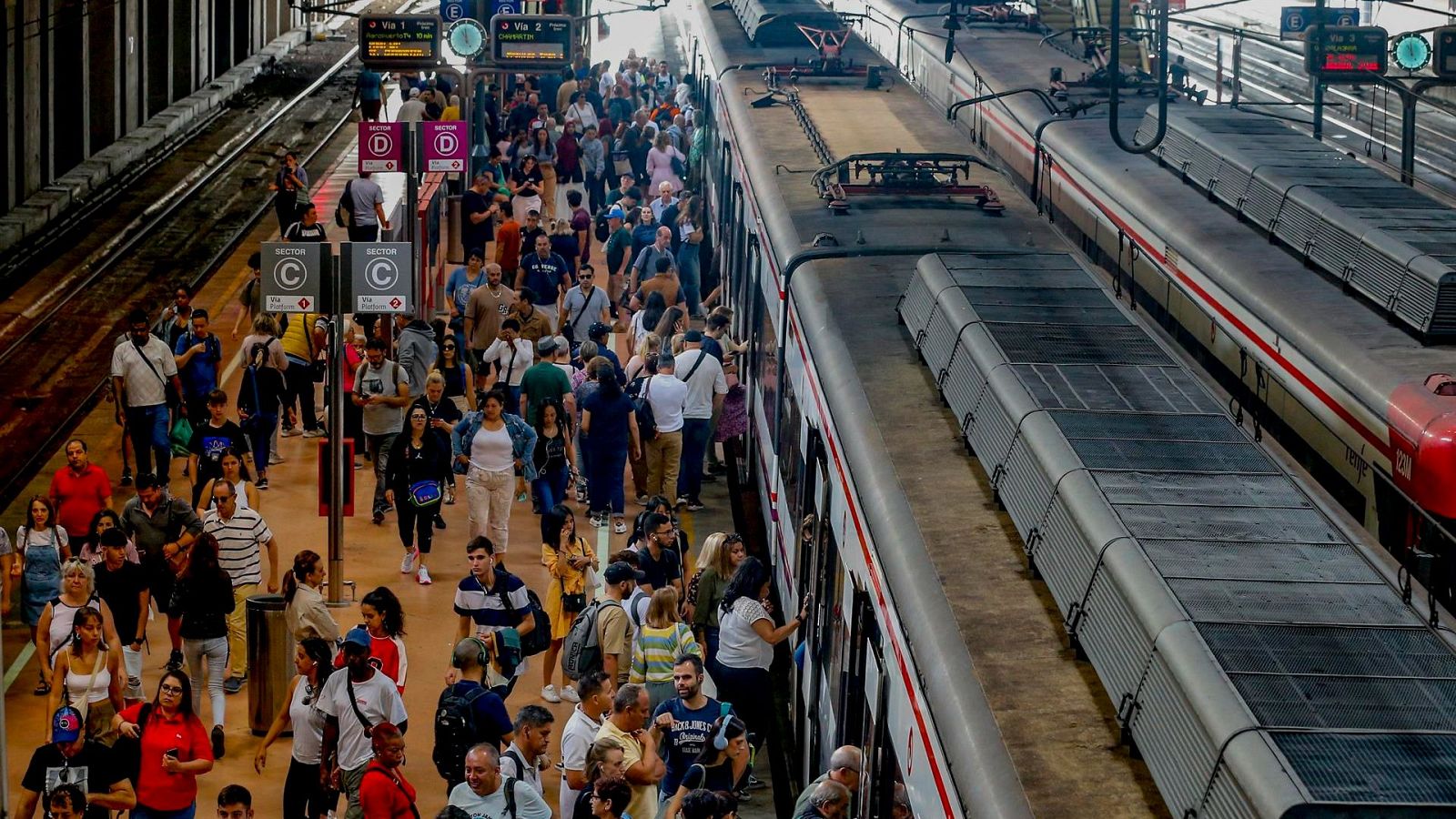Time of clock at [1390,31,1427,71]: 10:59
